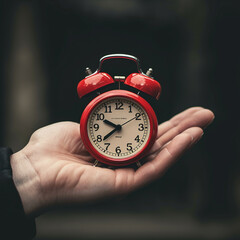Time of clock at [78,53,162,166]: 7:49
